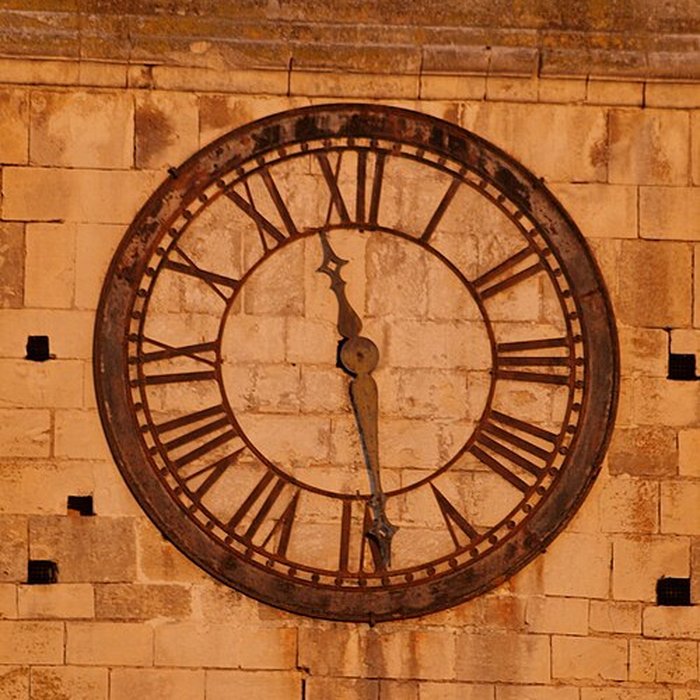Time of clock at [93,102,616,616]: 11:28
